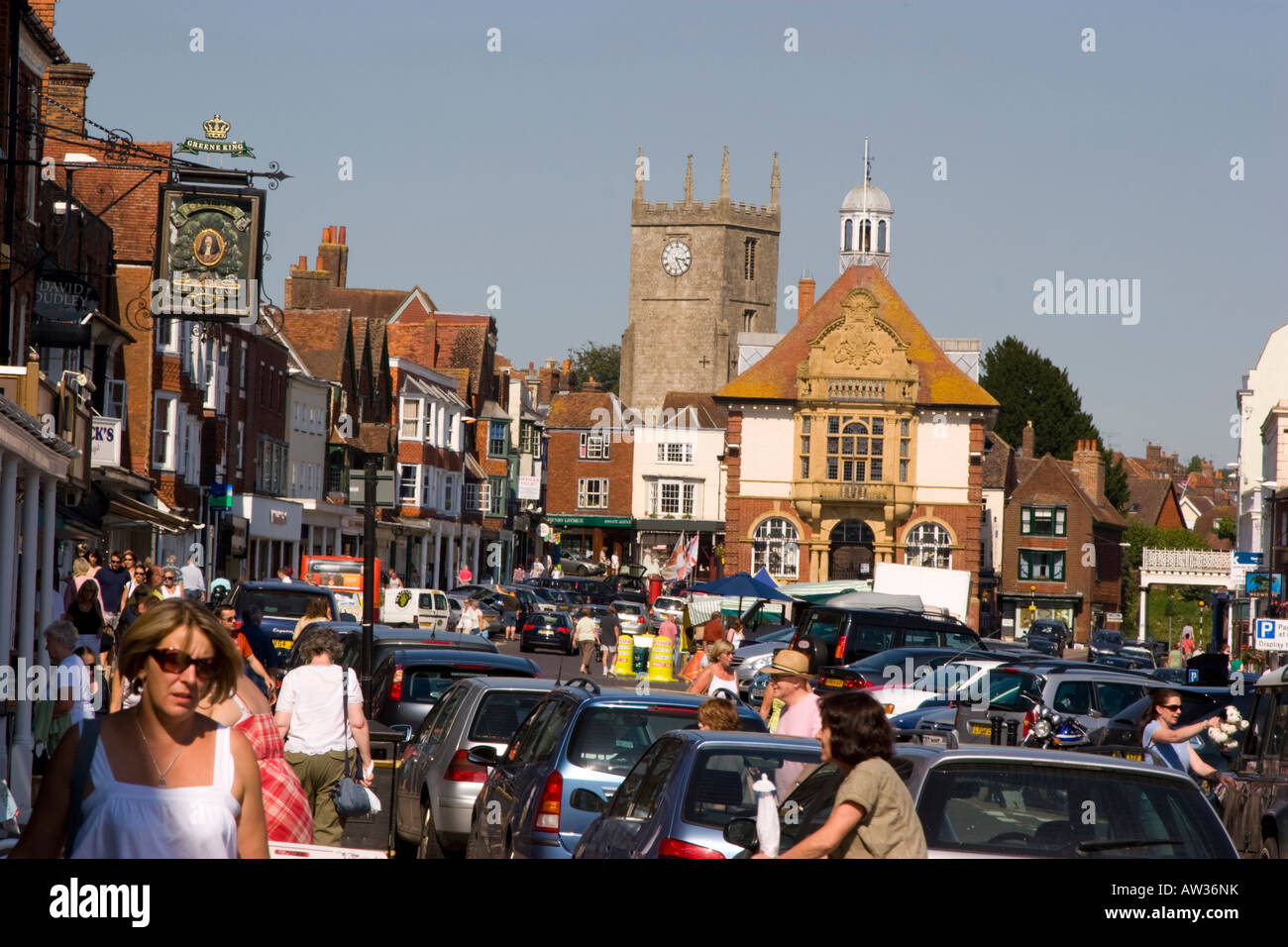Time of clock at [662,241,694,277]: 3:25
